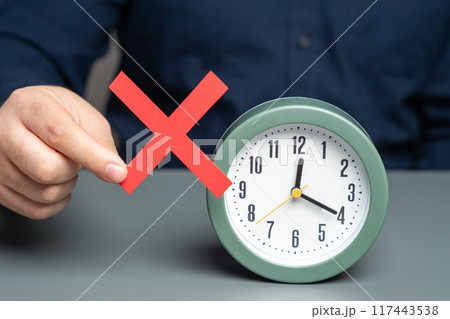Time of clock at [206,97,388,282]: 12:19
